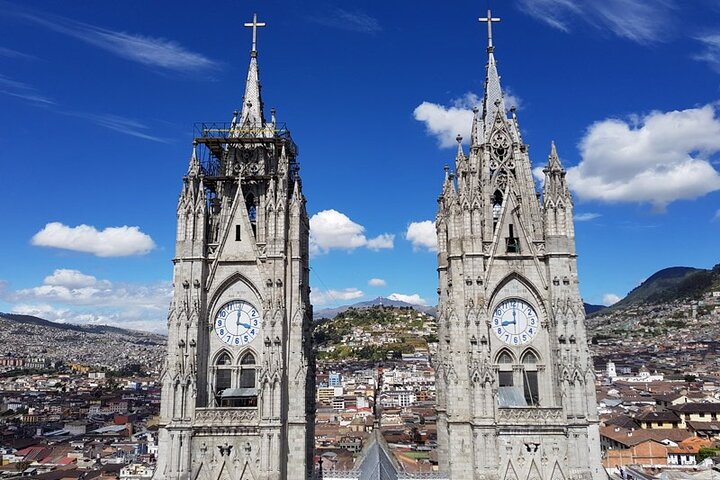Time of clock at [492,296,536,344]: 9:00
